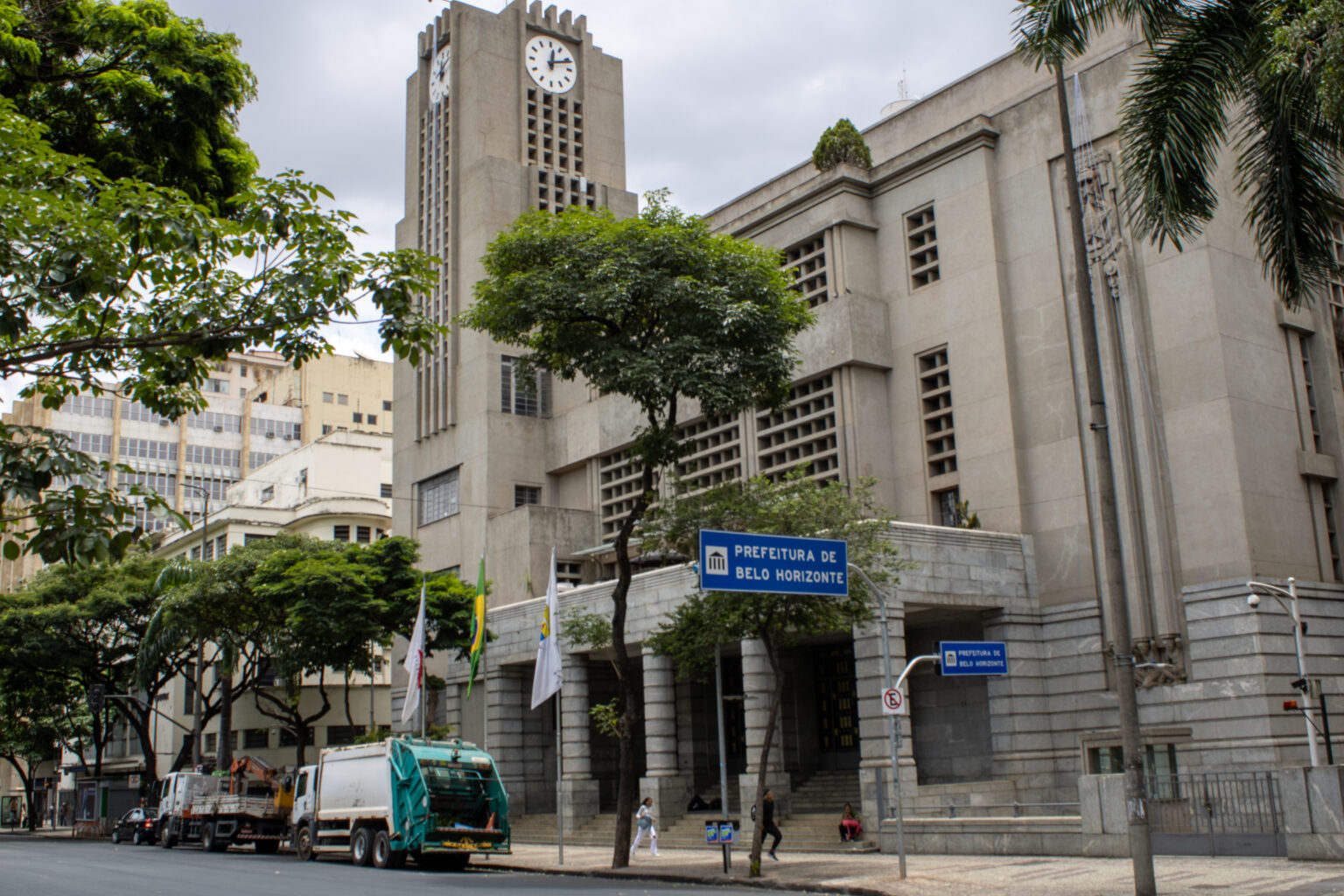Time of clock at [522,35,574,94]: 12:11
